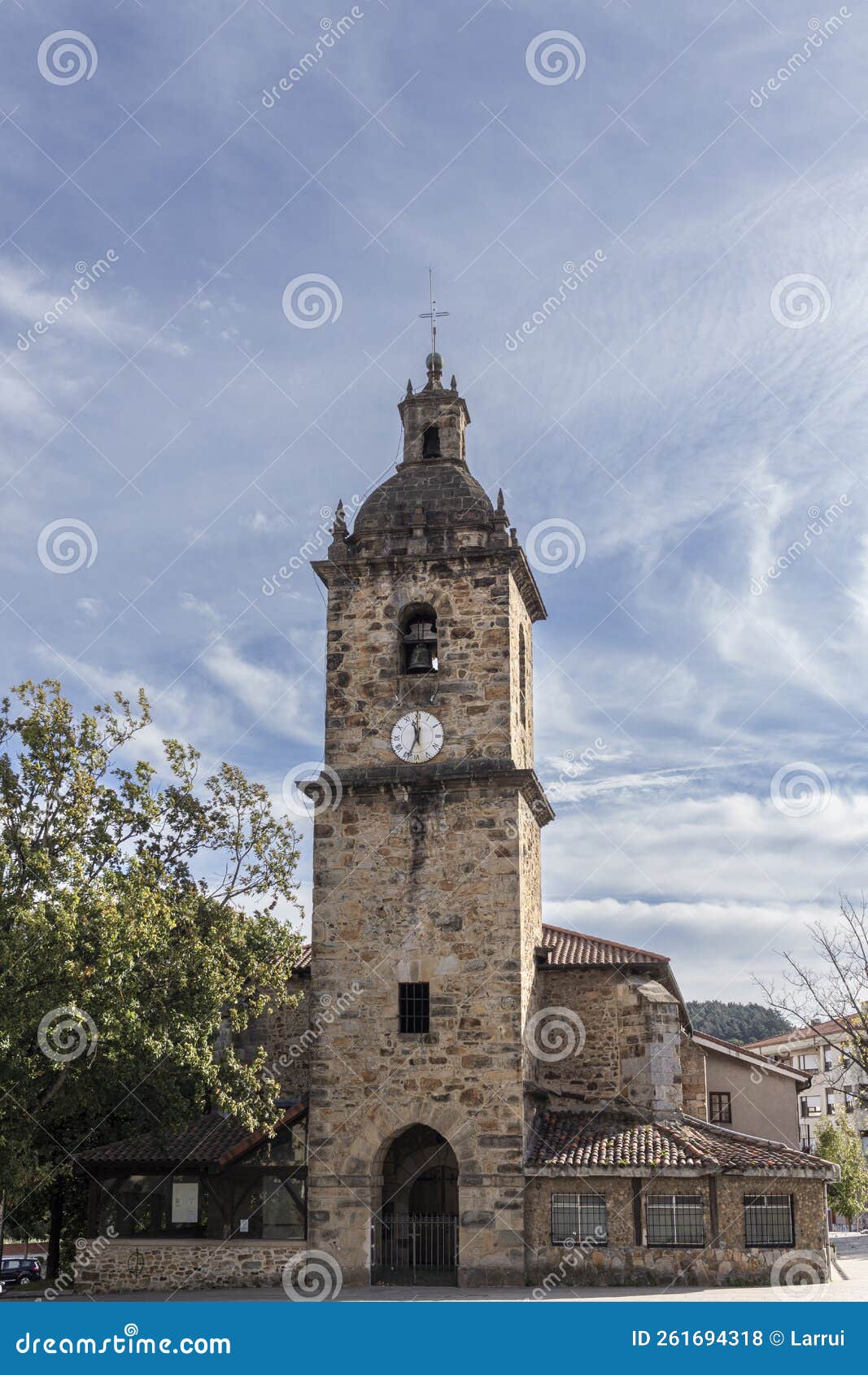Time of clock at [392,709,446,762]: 11:33
